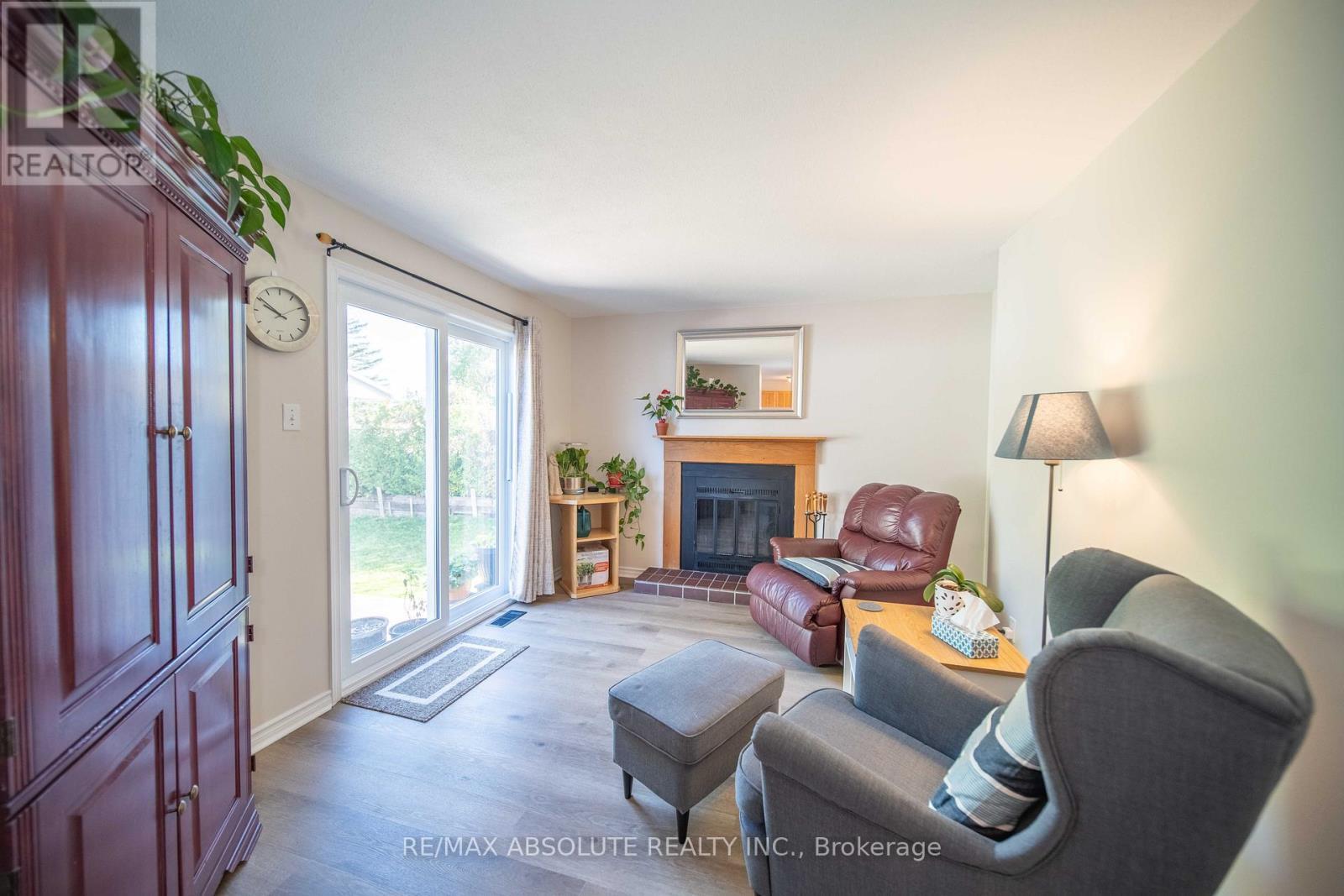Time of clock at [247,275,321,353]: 9:50
